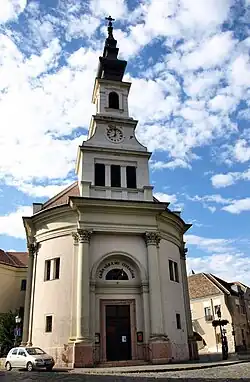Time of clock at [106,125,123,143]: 8:01
